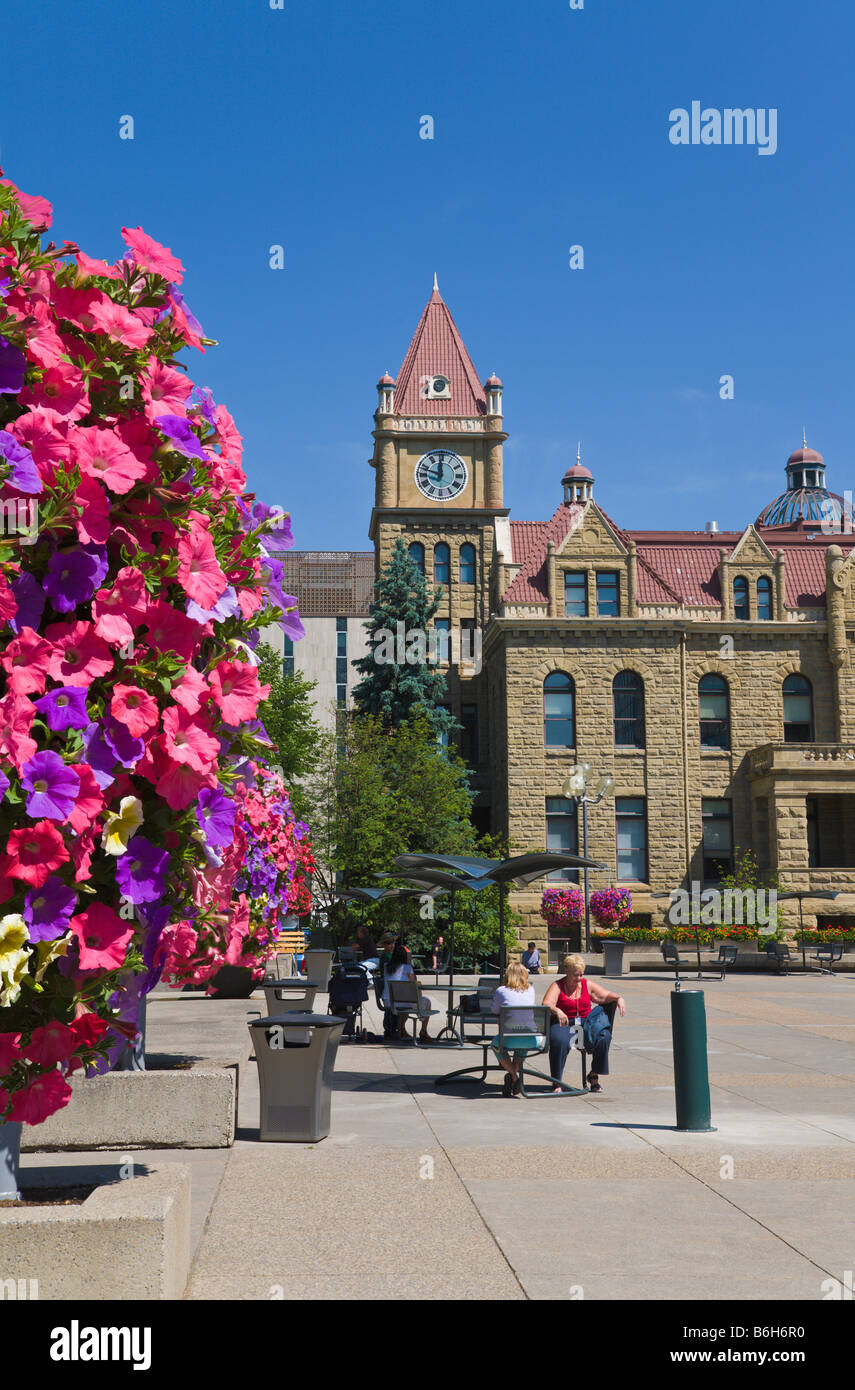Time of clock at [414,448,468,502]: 11:47
